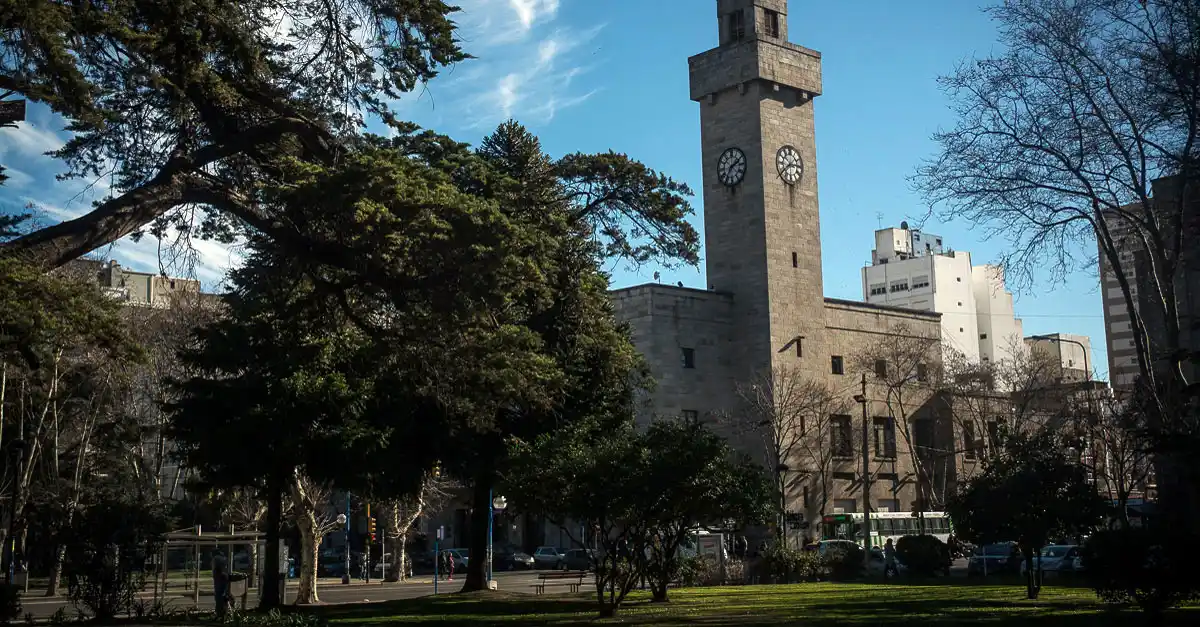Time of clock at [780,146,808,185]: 2:38
